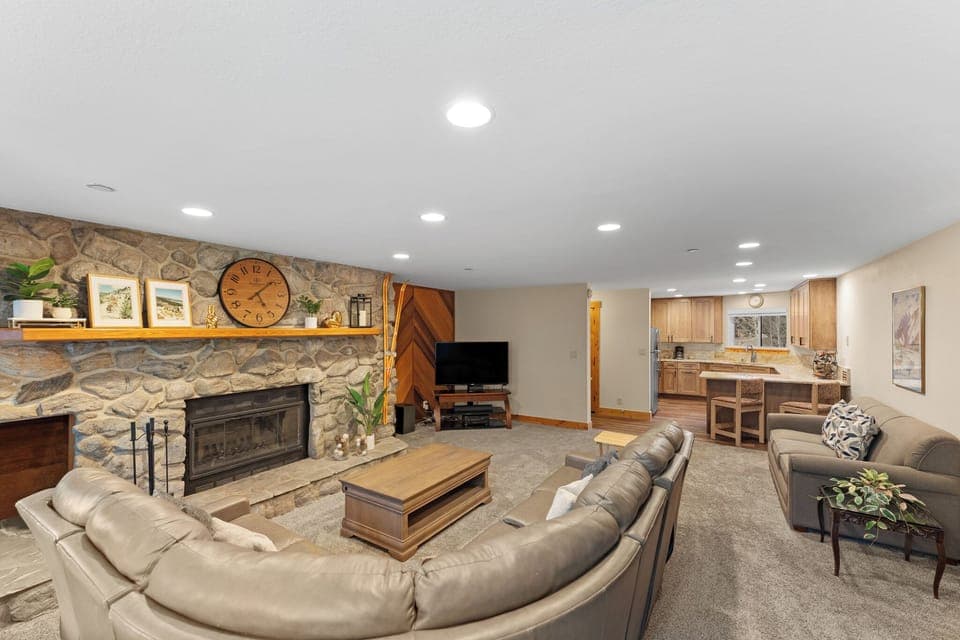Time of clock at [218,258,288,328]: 5:08
